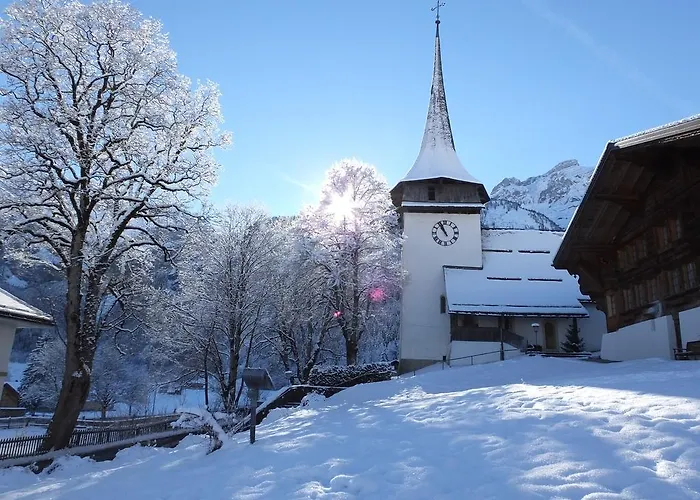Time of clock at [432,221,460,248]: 10:56
